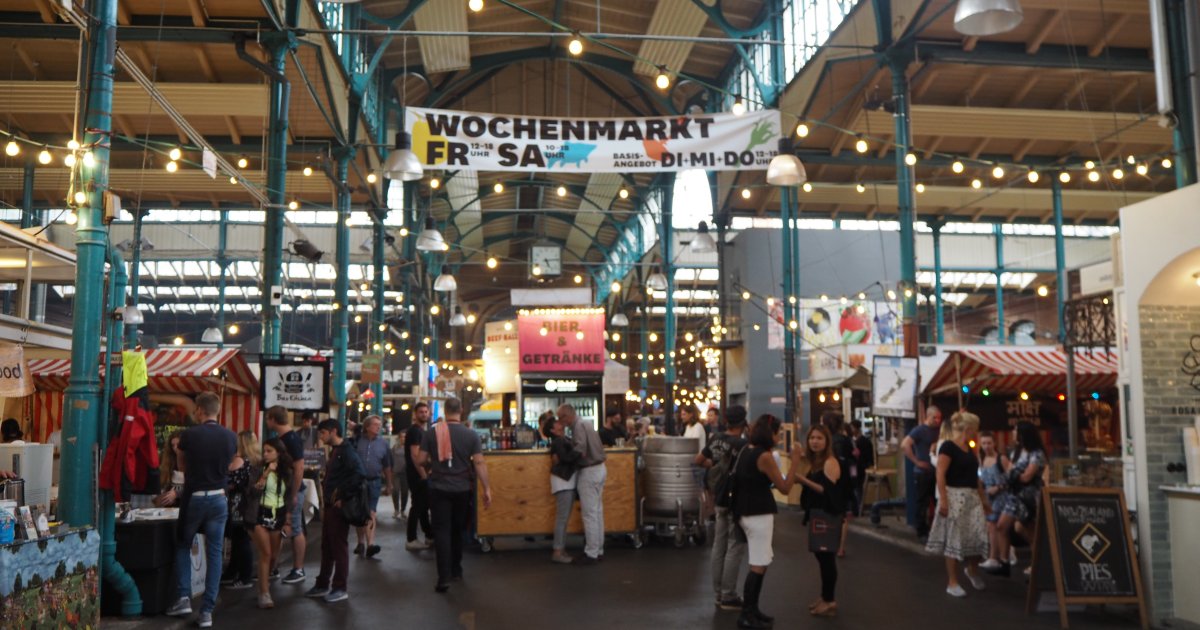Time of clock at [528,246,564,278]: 5:13
